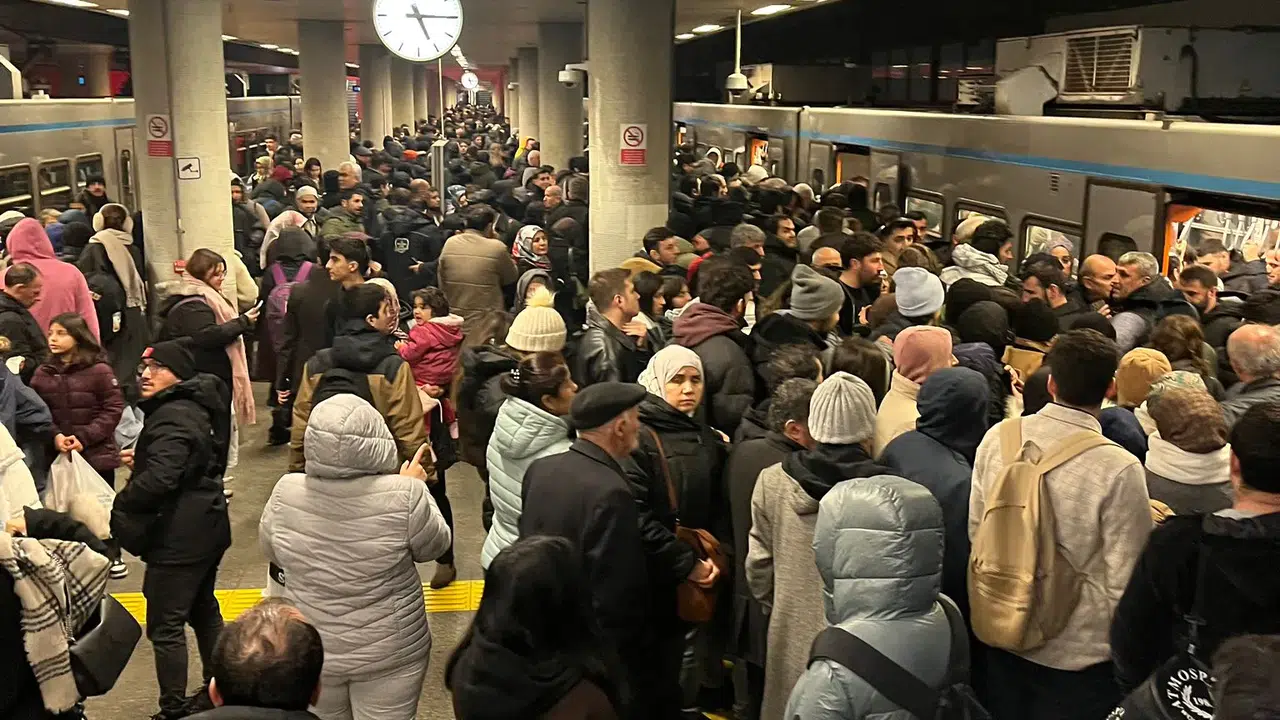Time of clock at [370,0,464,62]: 5:15
